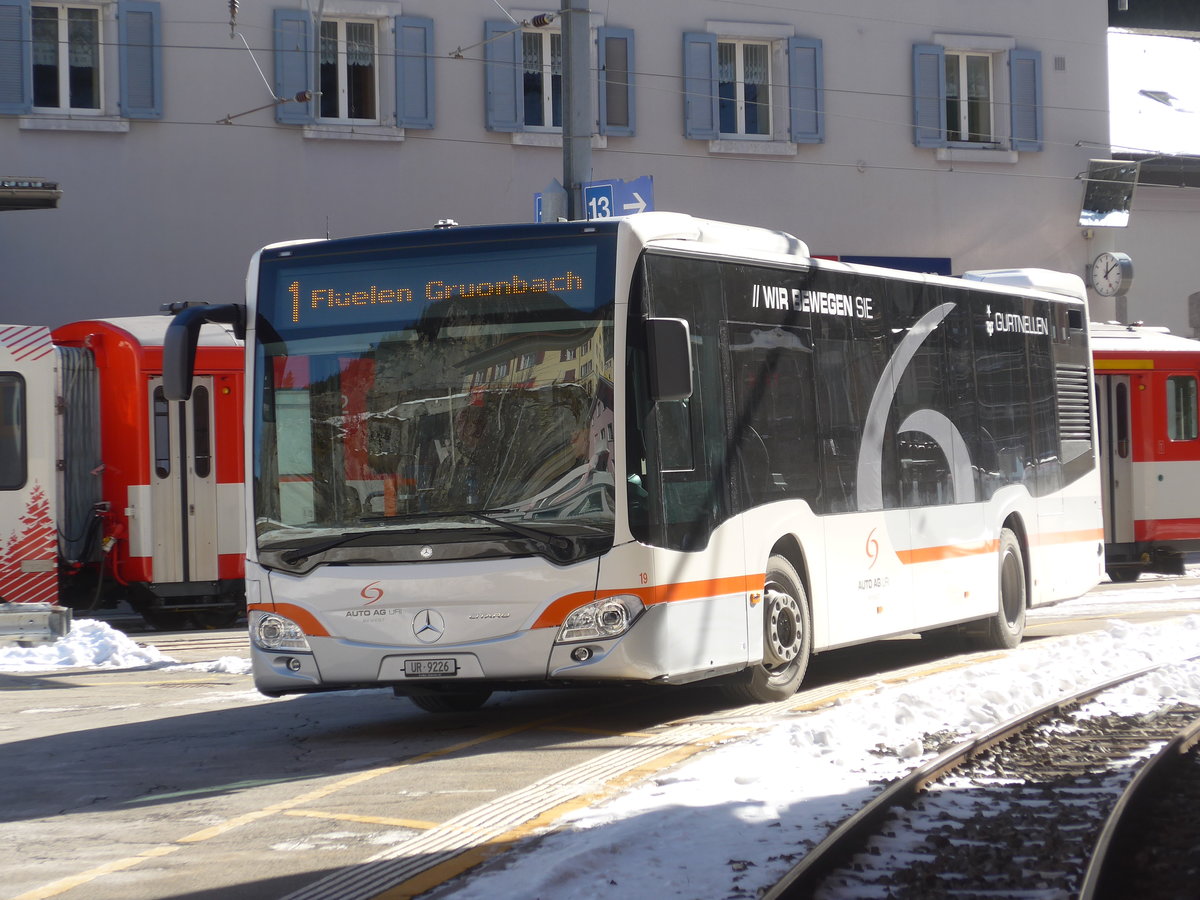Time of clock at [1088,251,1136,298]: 12:08
